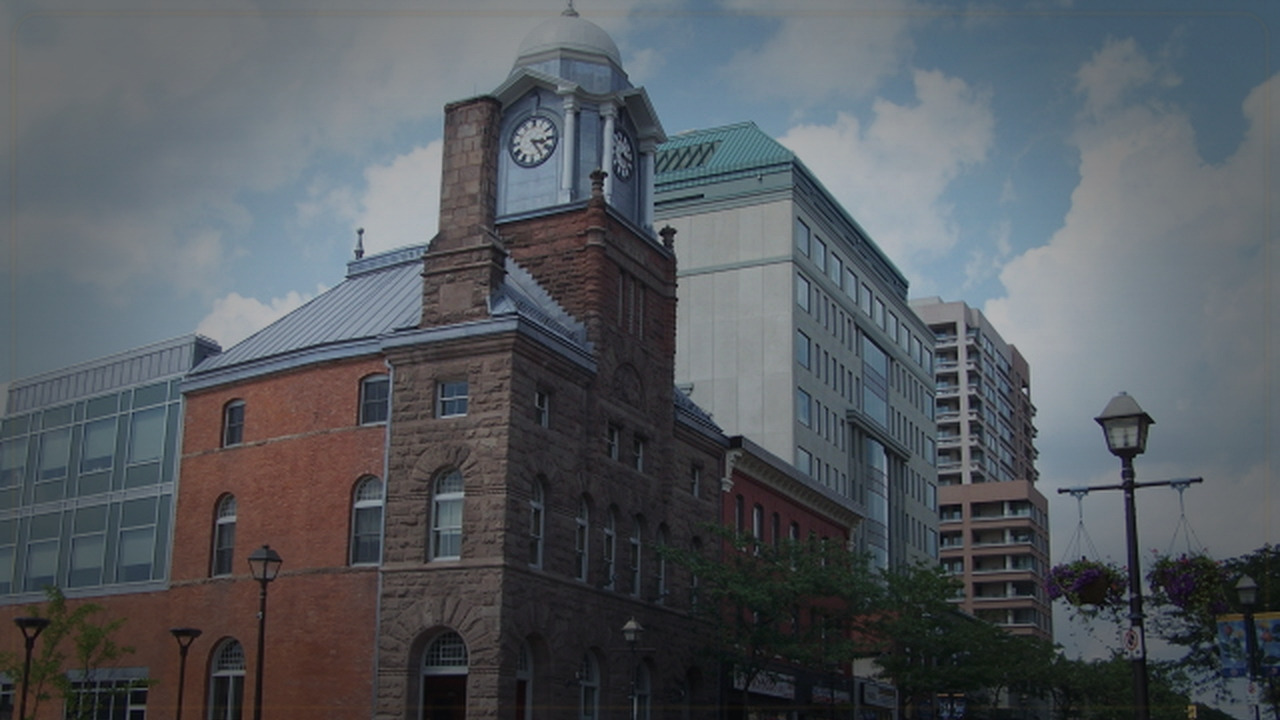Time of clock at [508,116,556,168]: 3:24
